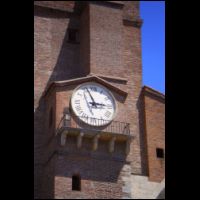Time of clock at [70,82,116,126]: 2:56
